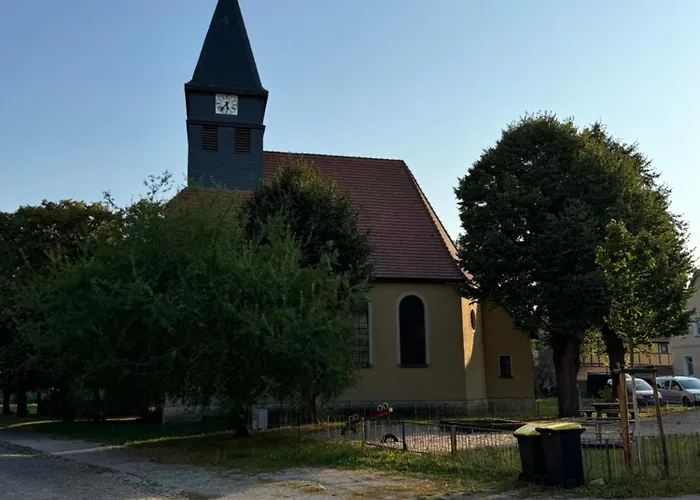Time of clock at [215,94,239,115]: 5:36
